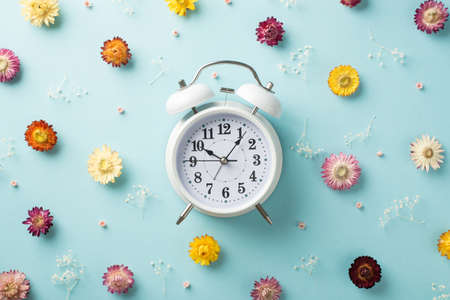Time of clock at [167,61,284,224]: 10:06
